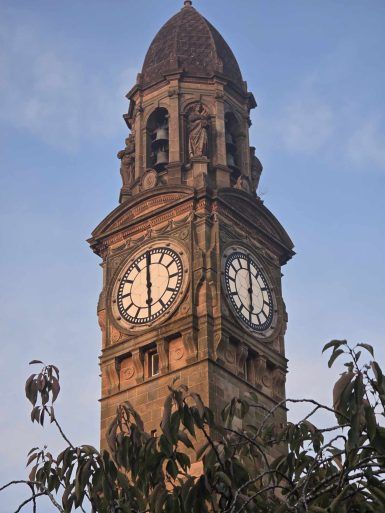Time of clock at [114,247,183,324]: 5:59
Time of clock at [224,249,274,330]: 5:59
